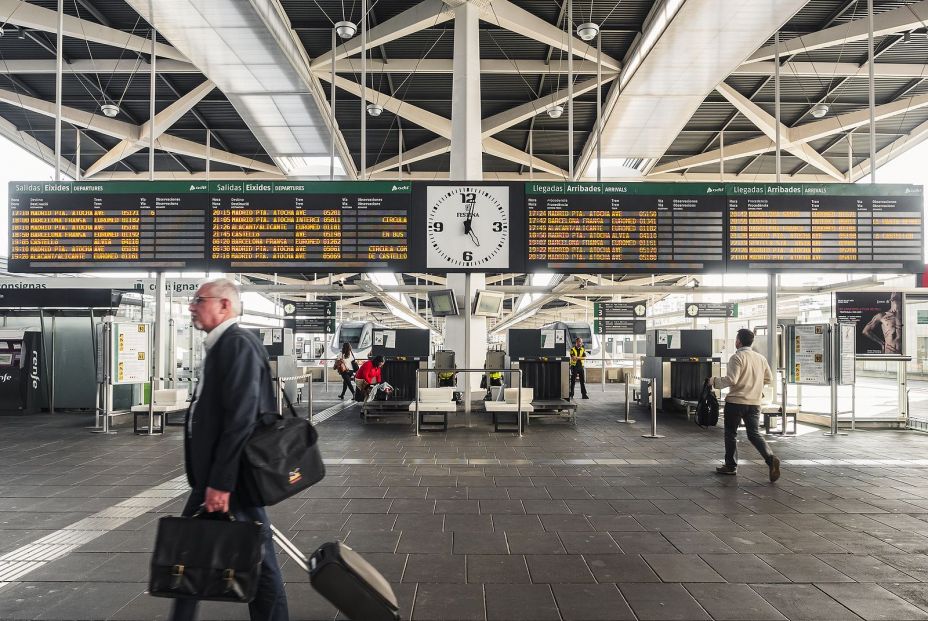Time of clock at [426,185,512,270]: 5:01
